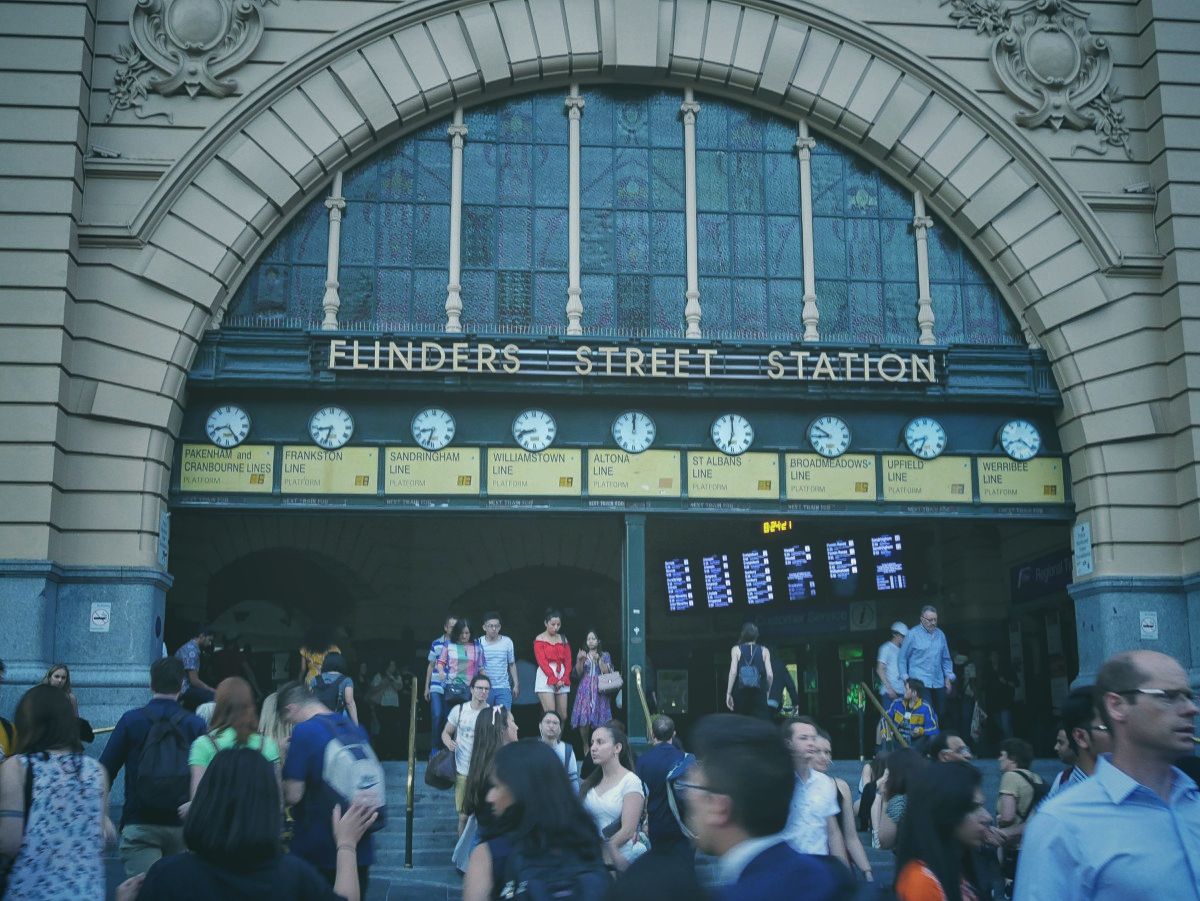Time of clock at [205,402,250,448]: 8:24
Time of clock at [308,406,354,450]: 8:33
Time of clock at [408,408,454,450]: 8:32
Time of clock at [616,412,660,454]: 12:00
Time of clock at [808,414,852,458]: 8:50
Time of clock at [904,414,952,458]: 8:33
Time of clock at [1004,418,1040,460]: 8:21
